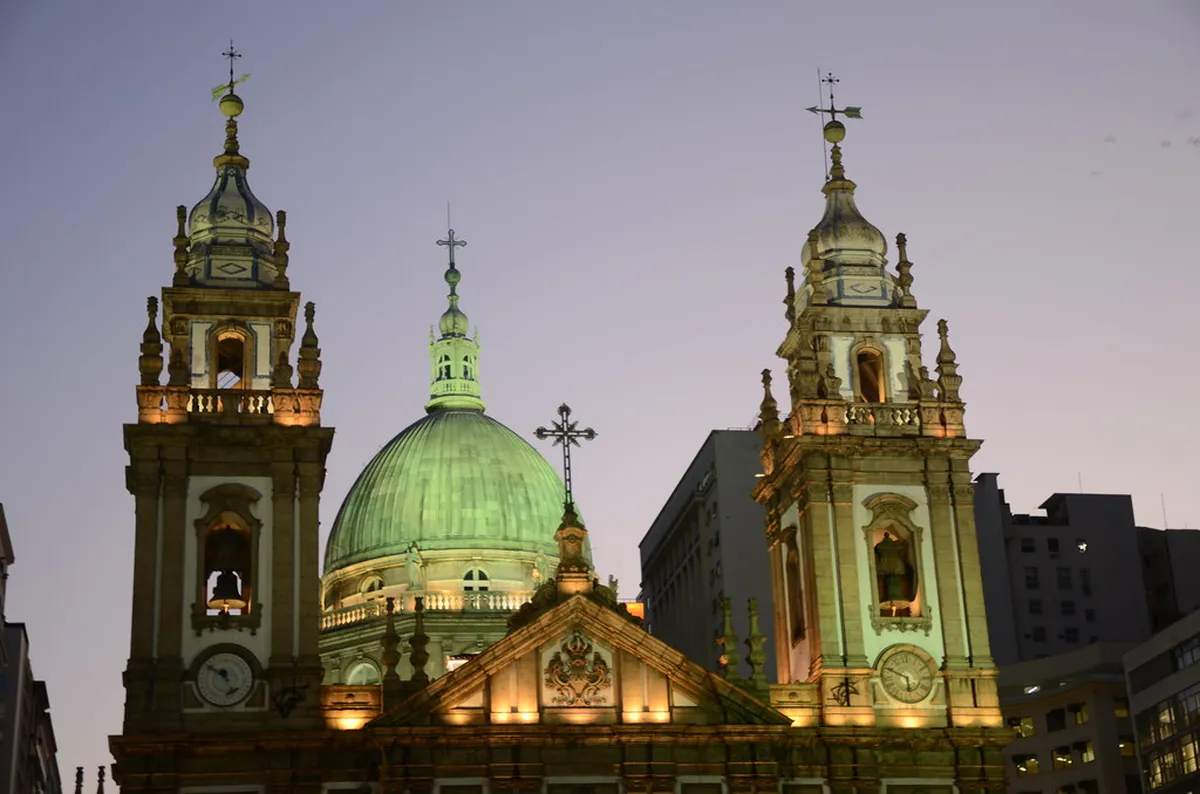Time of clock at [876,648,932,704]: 5:48
